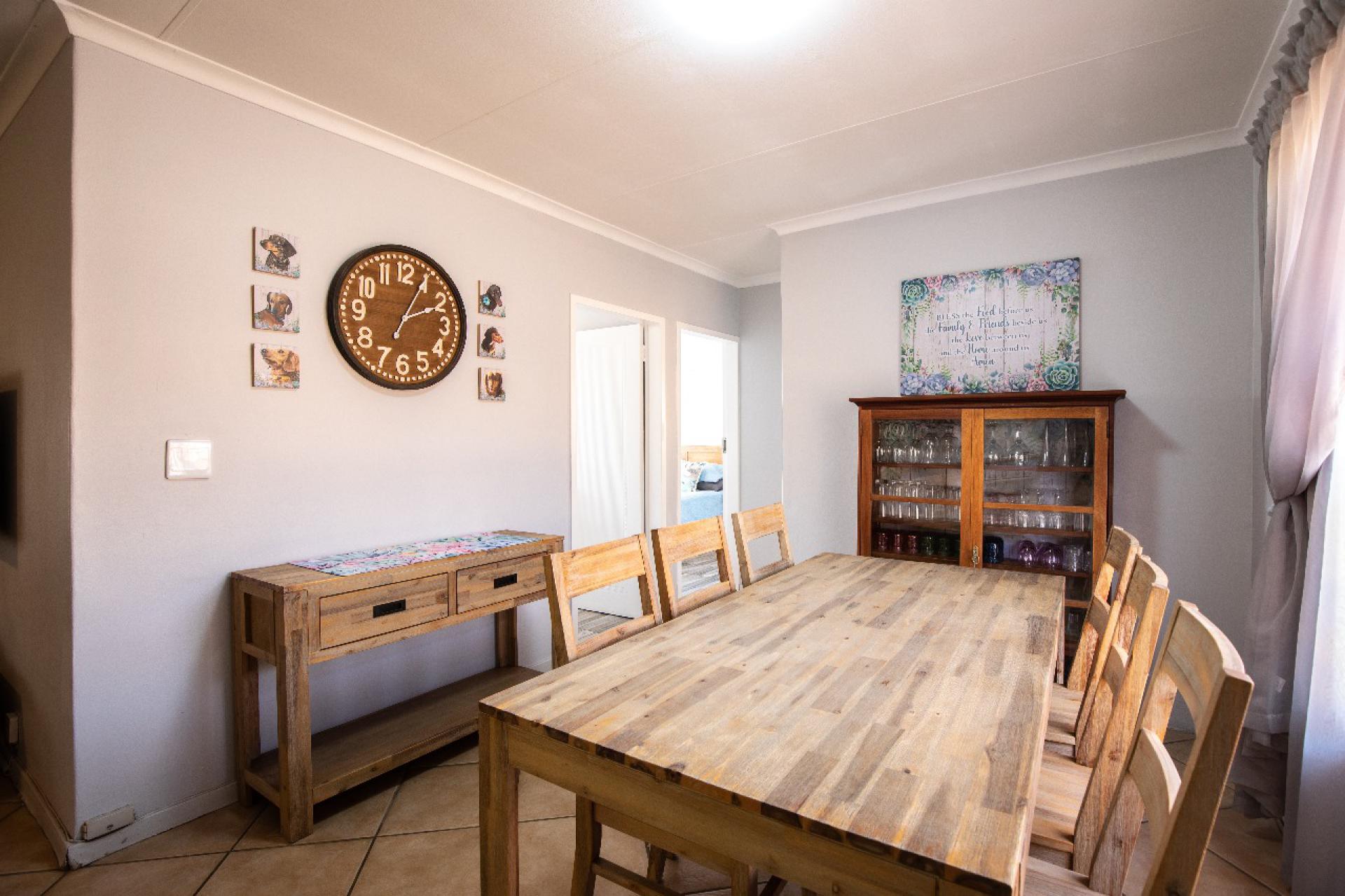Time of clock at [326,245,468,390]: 2:04
